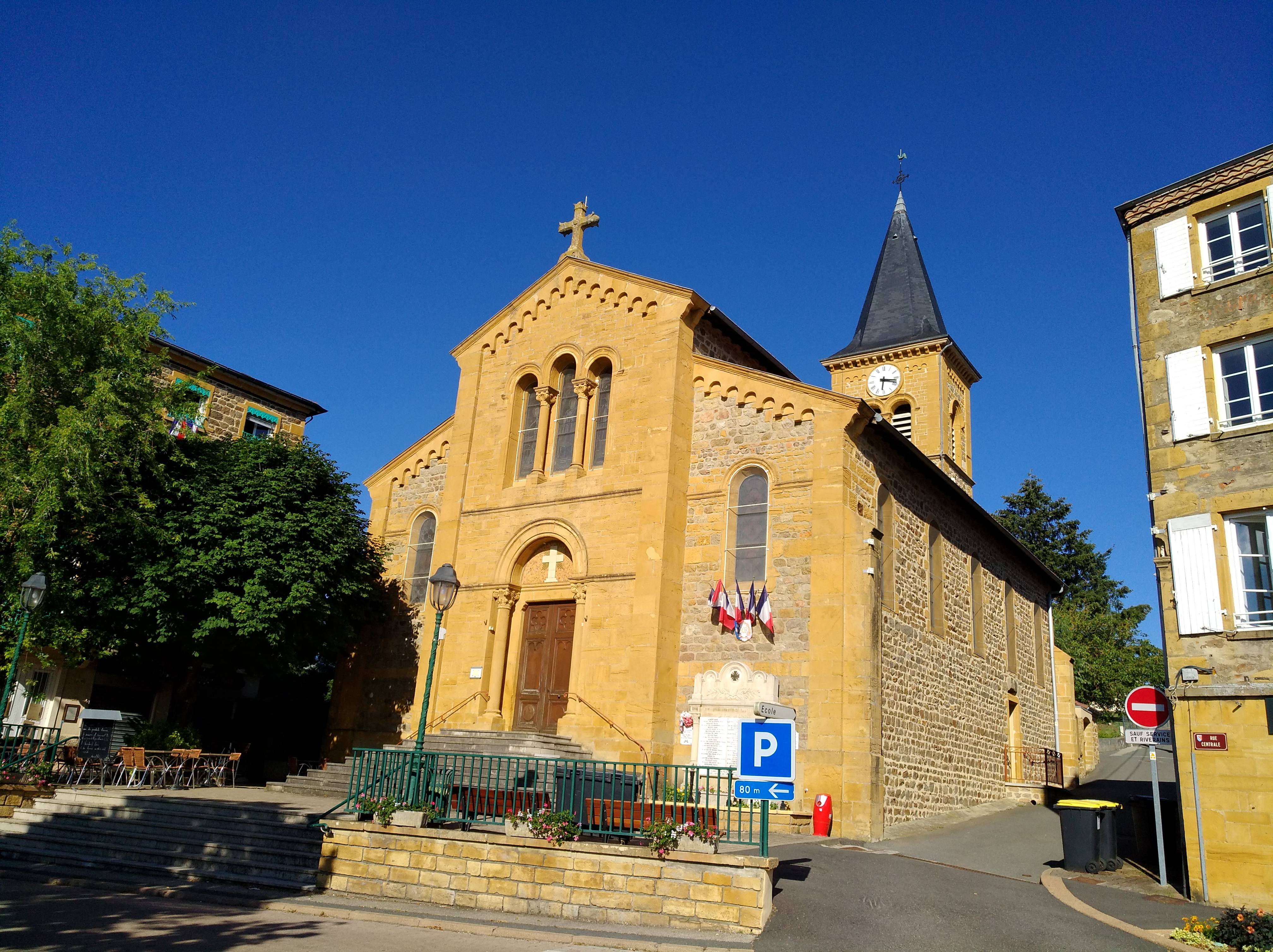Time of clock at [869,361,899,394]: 6:17
